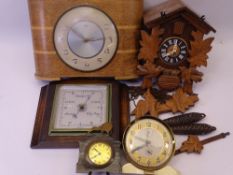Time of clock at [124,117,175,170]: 5:40
